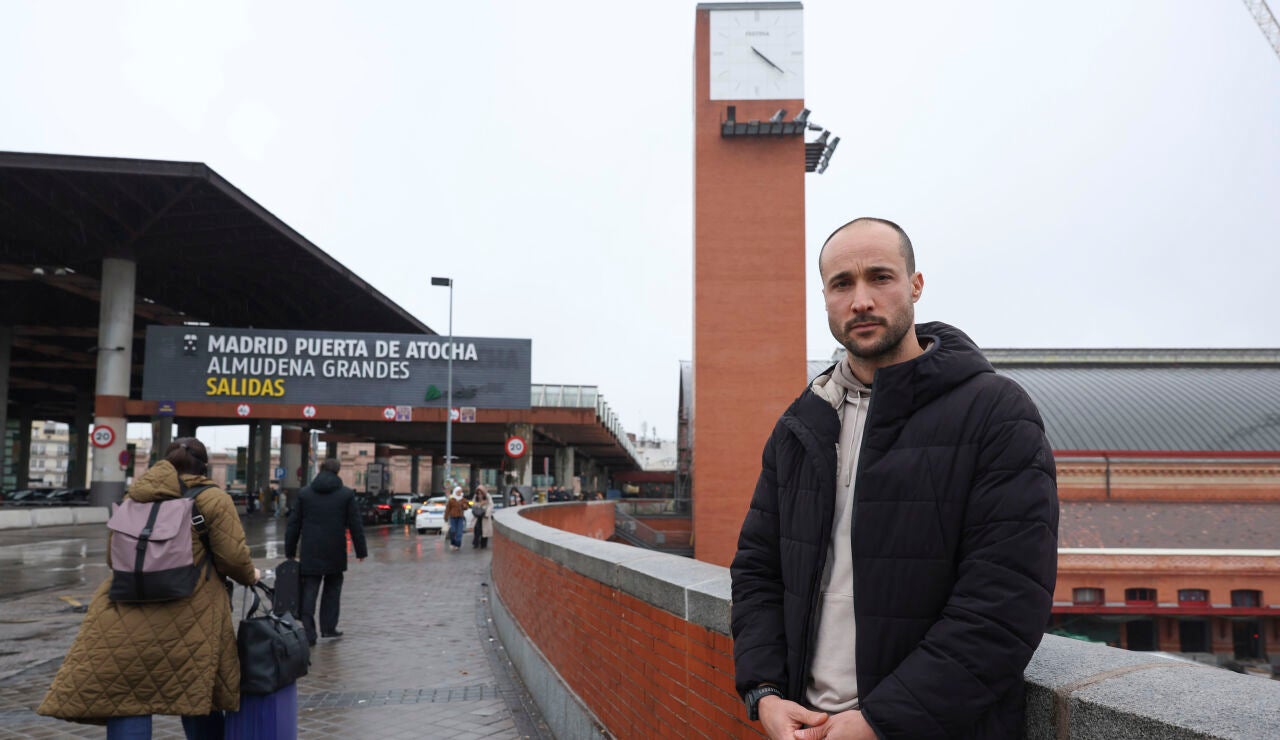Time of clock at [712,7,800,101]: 4:21
